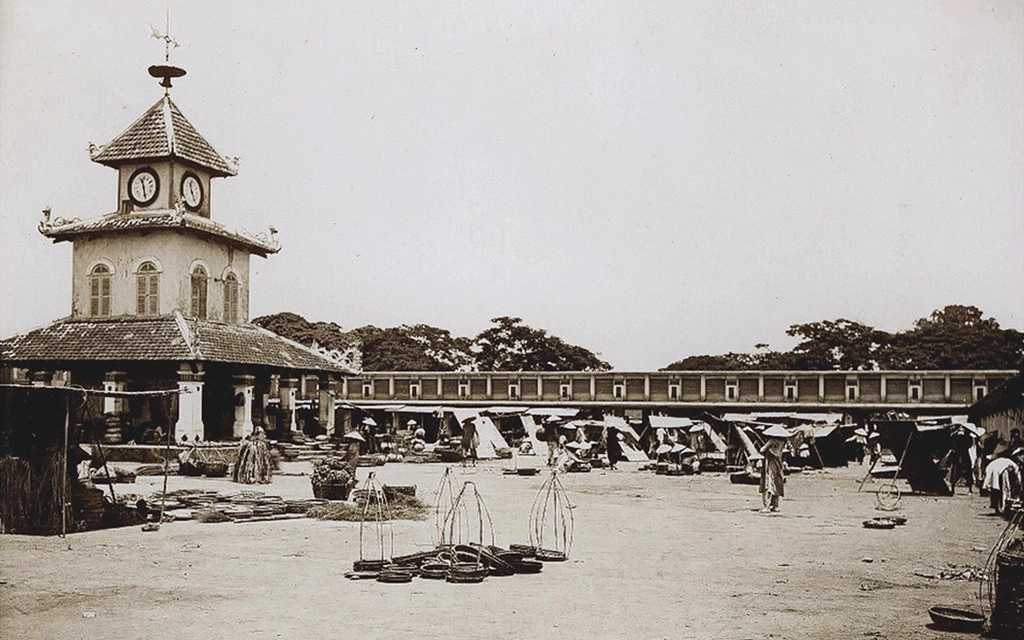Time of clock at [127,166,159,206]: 11:28
